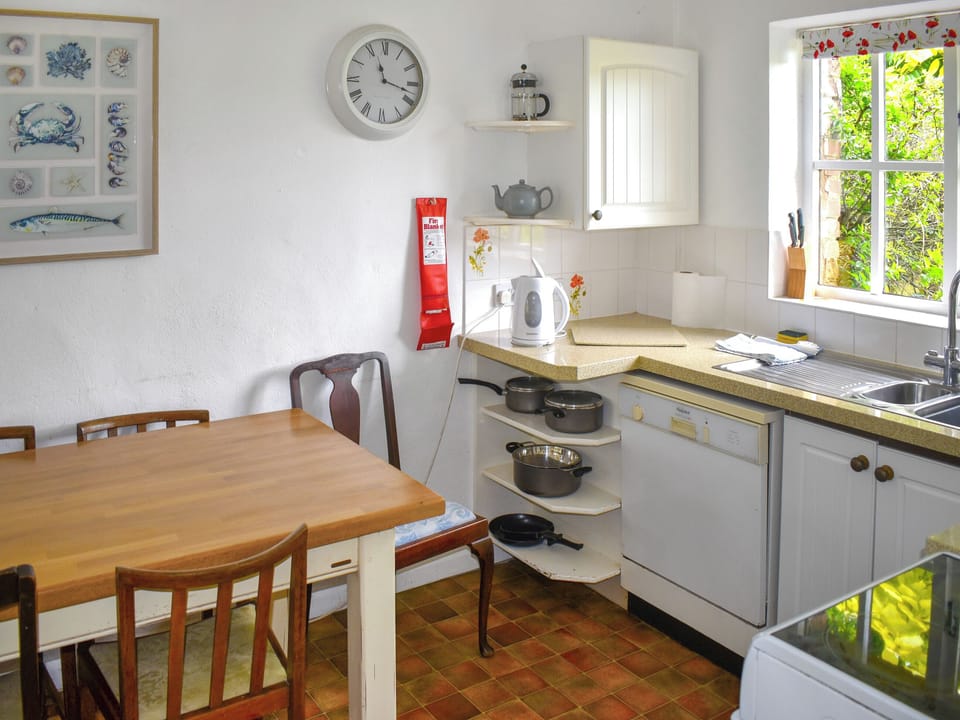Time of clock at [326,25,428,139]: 11:17
